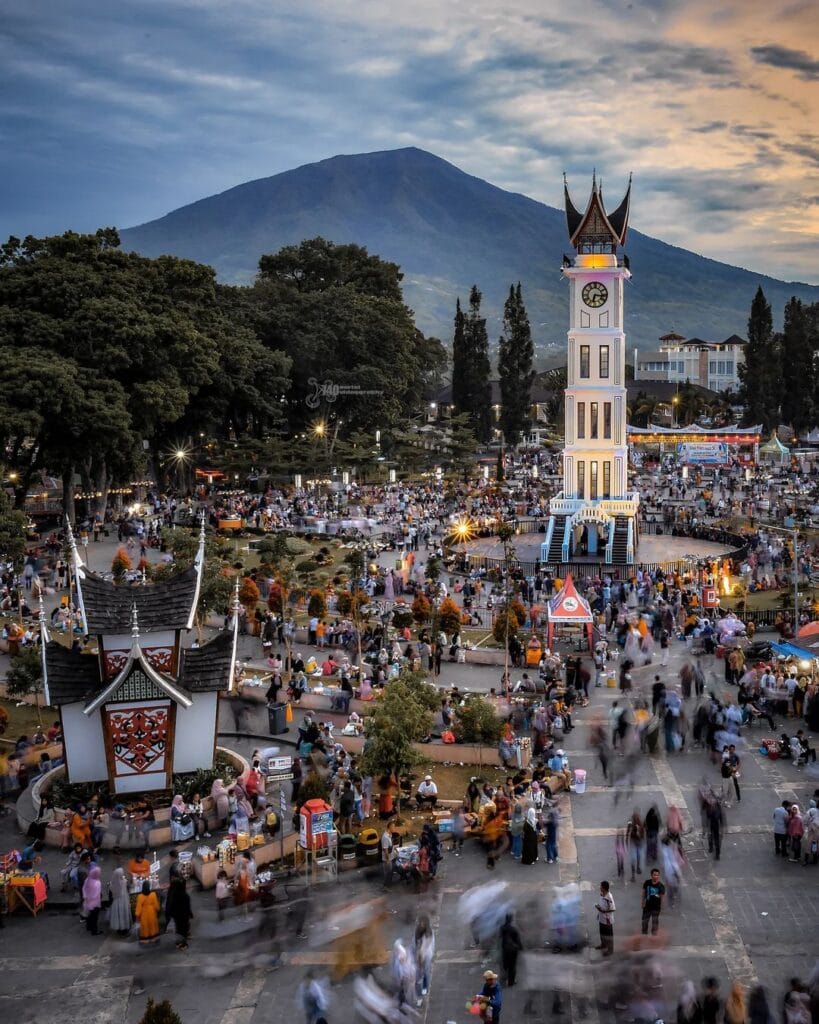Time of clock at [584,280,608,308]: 6:16
